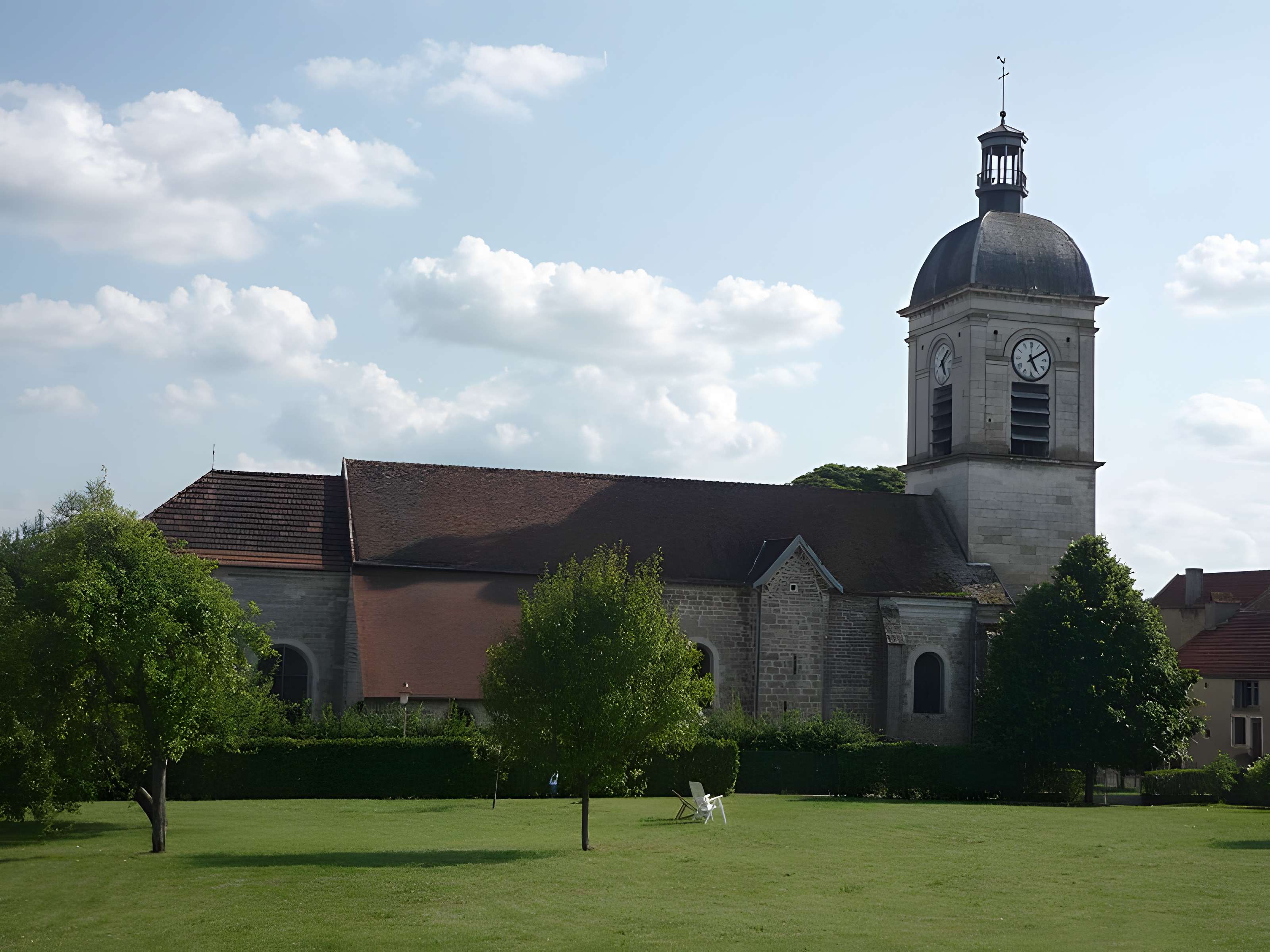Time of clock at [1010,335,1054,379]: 5:09
